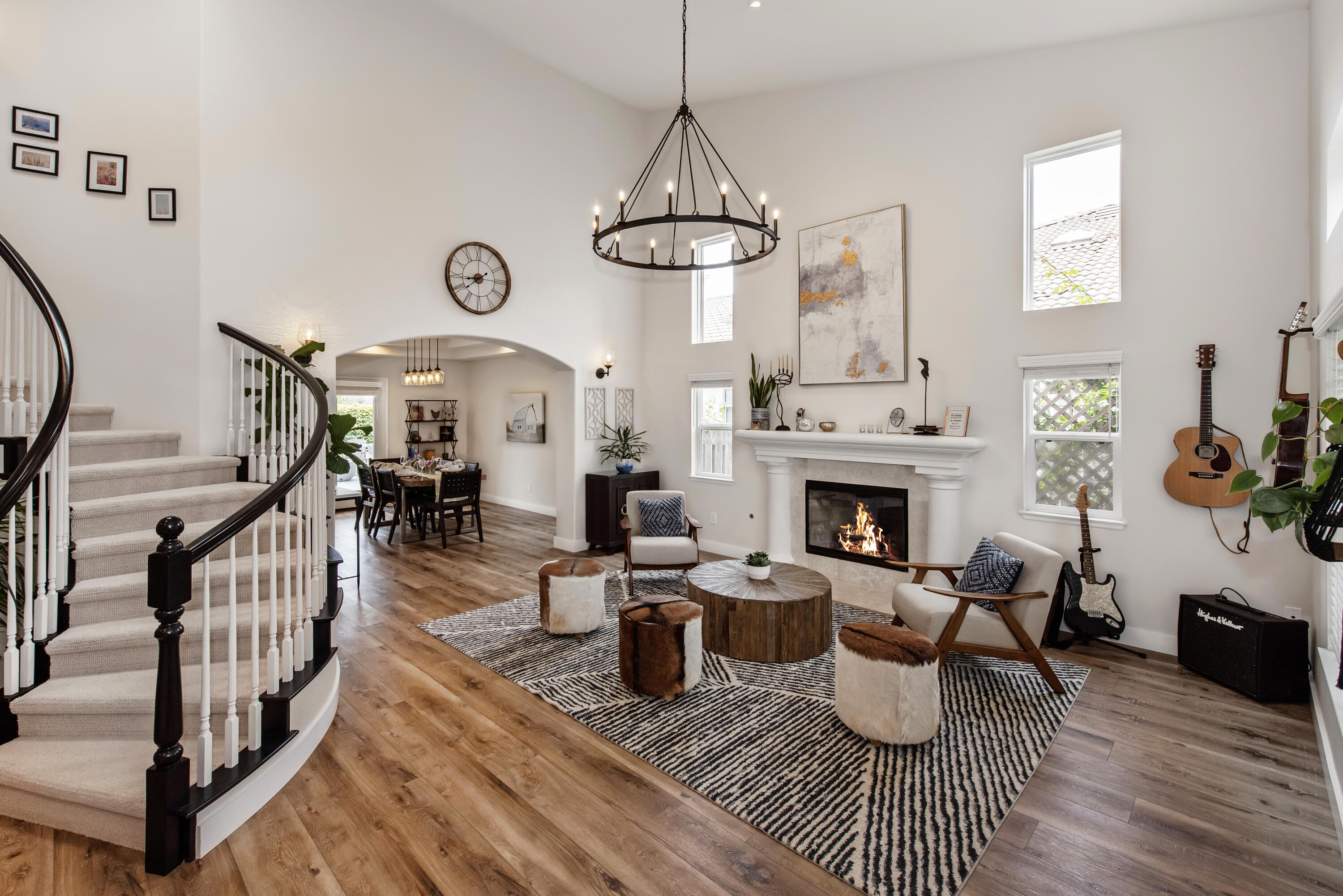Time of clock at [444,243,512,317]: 8:38
